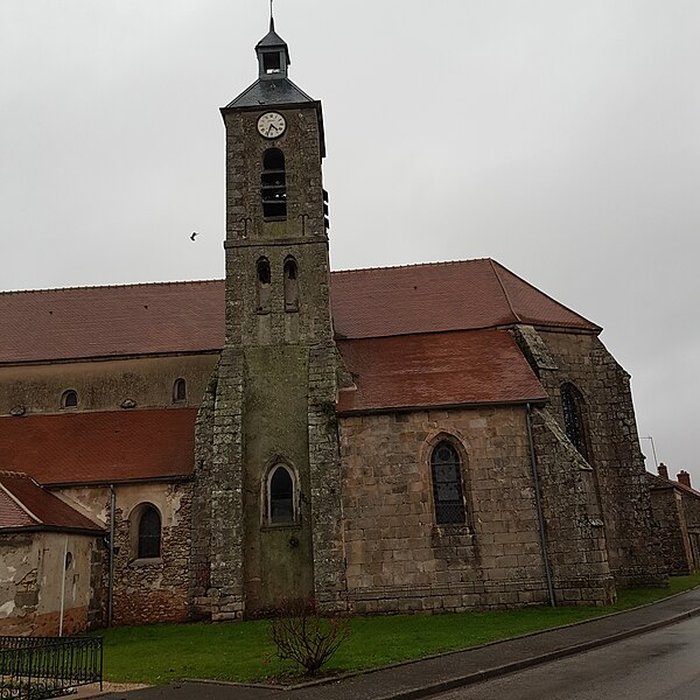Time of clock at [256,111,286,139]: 4:34
